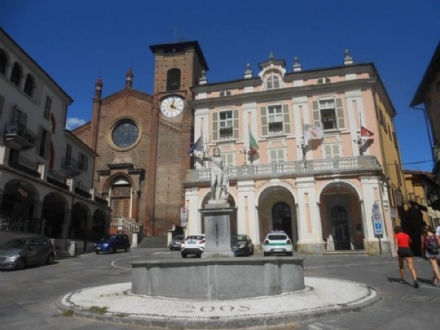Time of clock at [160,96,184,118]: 4:02
